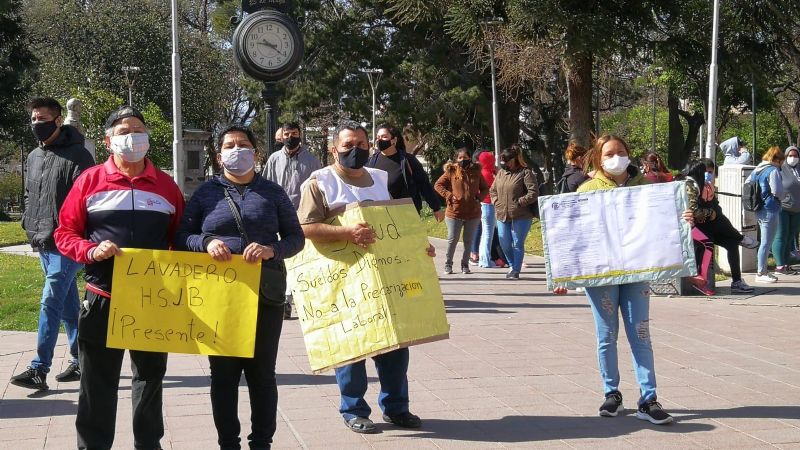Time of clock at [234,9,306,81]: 9:21
